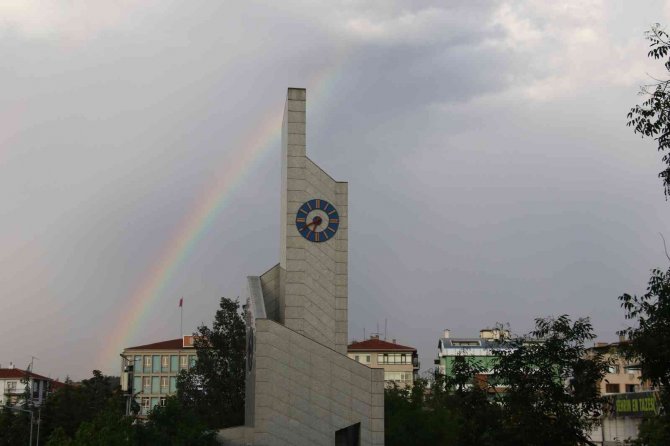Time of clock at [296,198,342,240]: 6:40
